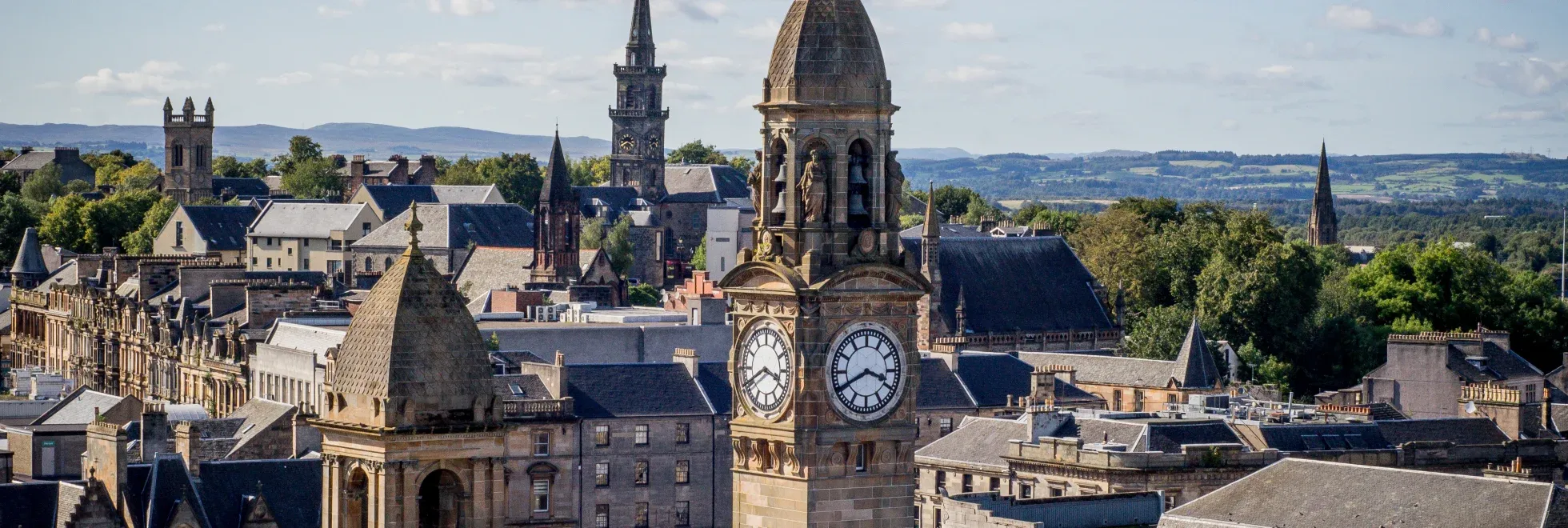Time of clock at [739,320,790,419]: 3:40
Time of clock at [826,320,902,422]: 3:40
